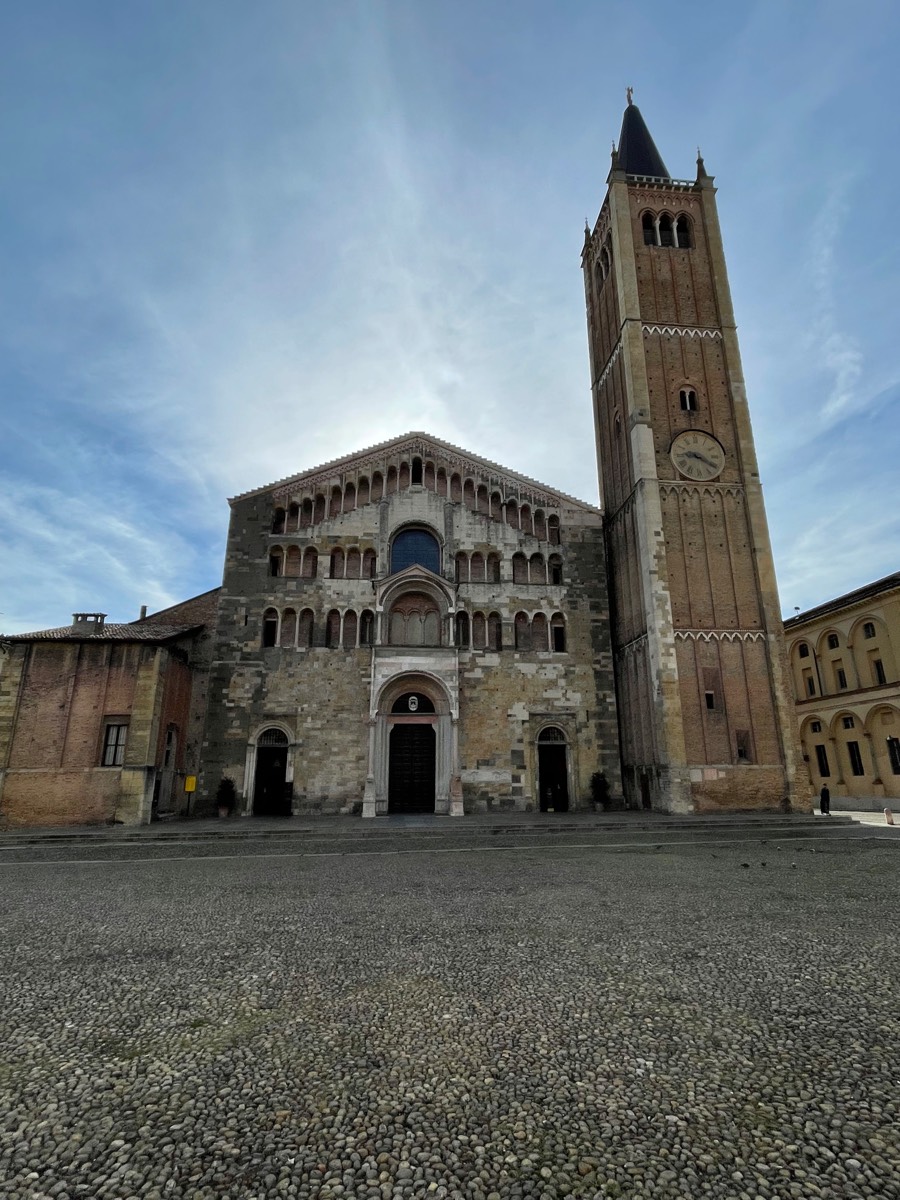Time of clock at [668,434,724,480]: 9:20
